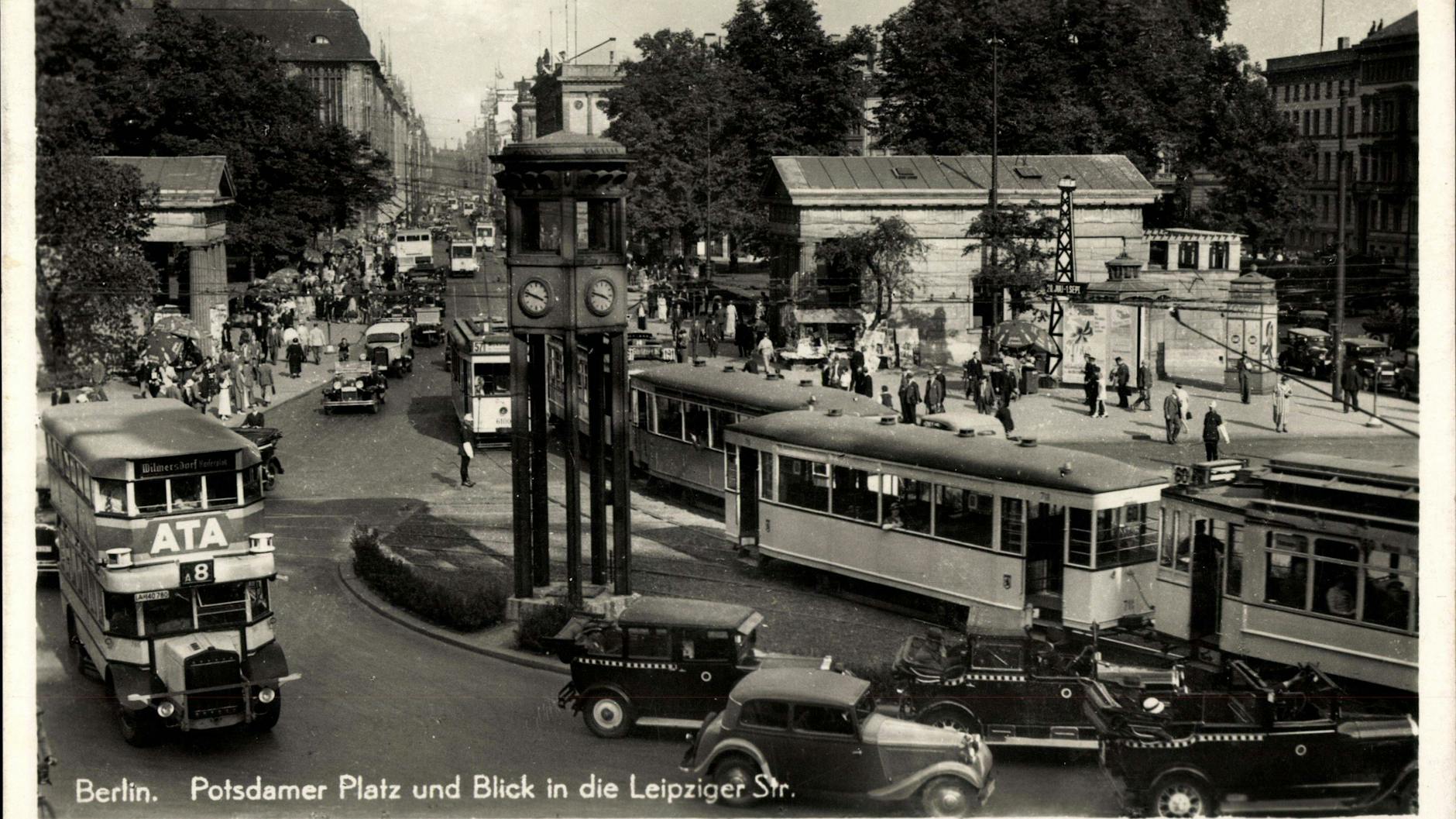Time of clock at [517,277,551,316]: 3:47
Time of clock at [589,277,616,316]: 3:47
